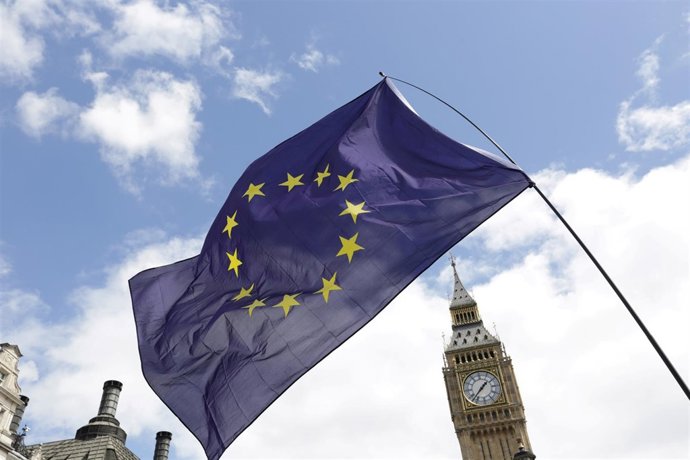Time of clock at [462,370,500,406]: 1:37
